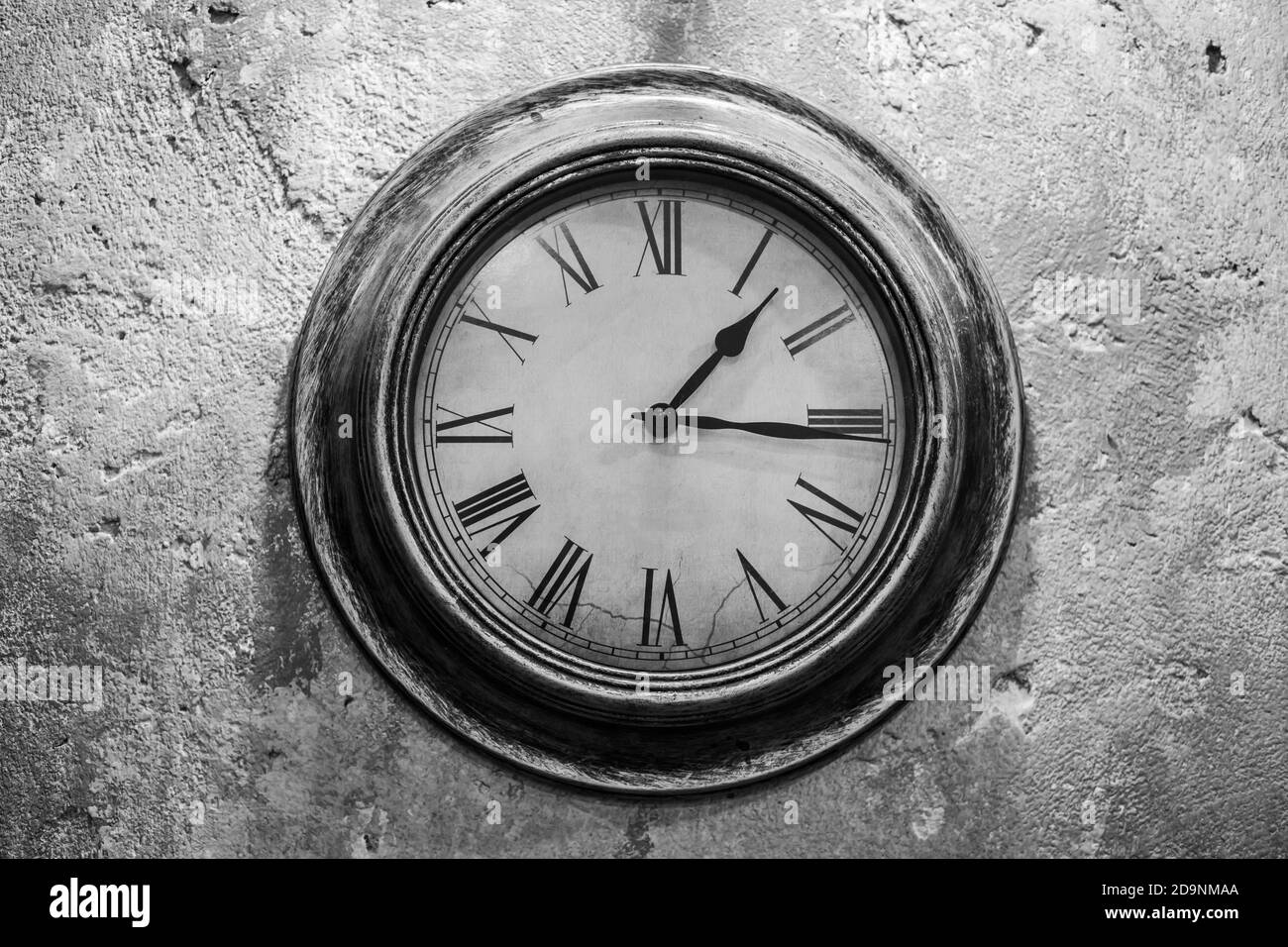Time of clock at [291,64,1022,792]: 1:15
